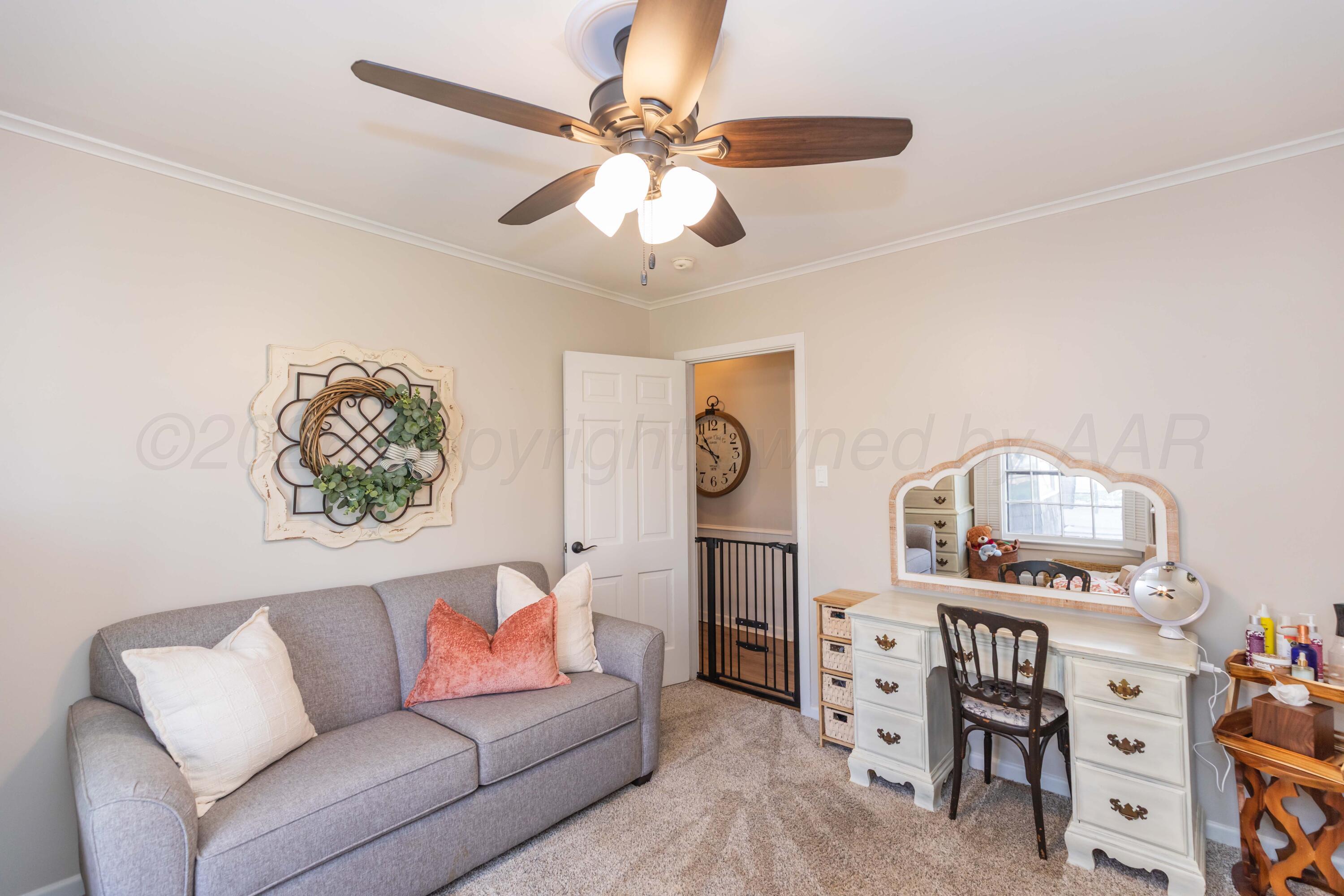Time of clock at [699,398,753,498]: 9:53
